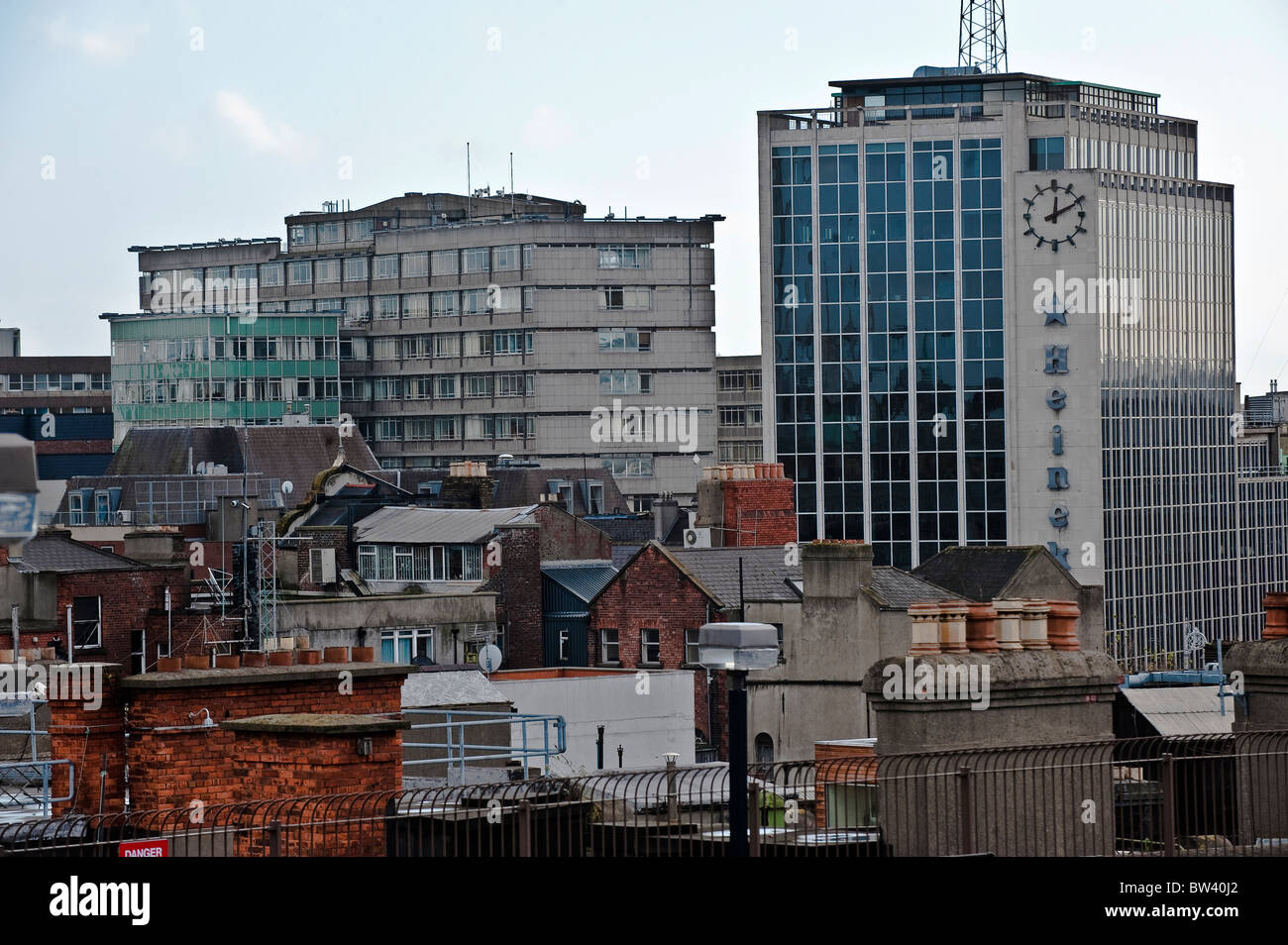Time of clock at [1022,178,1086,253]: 12:10
